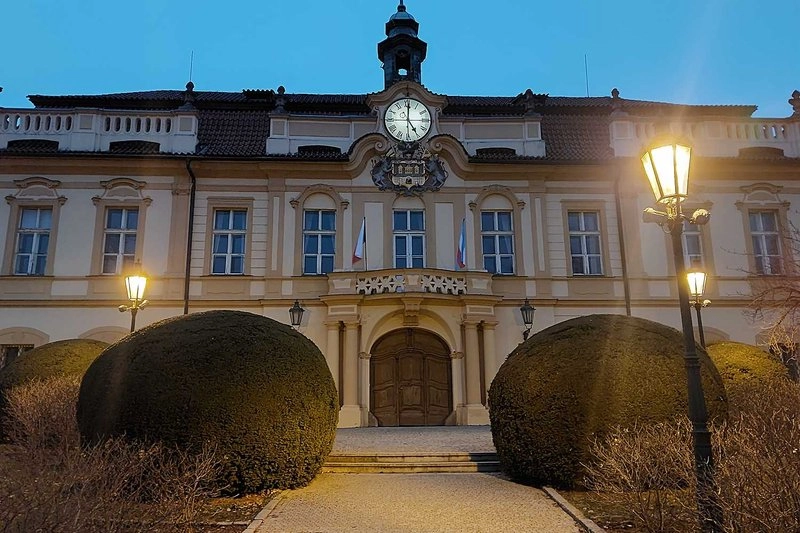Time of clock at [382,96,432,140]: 5:00
